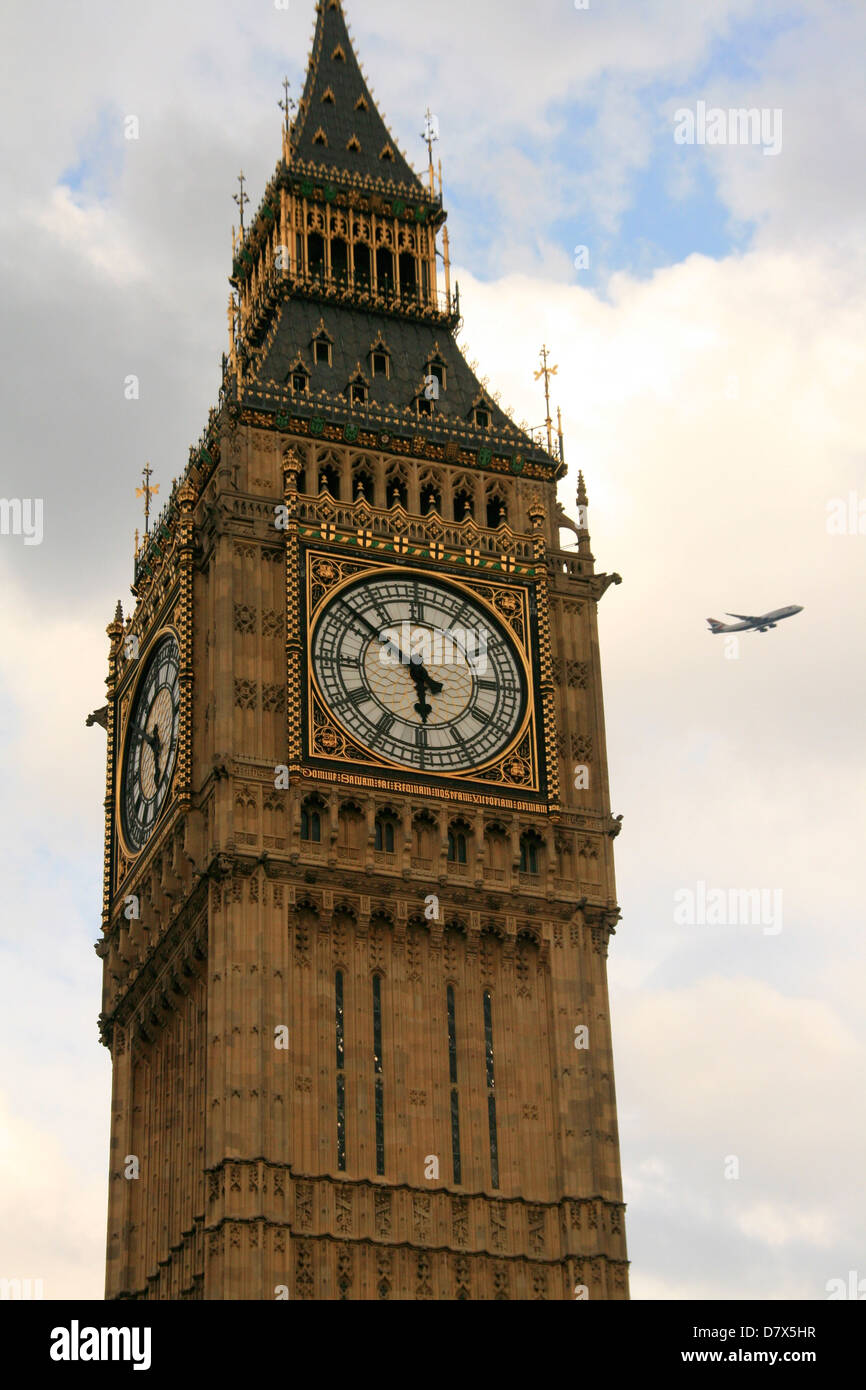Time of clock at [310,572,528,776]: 5:51
